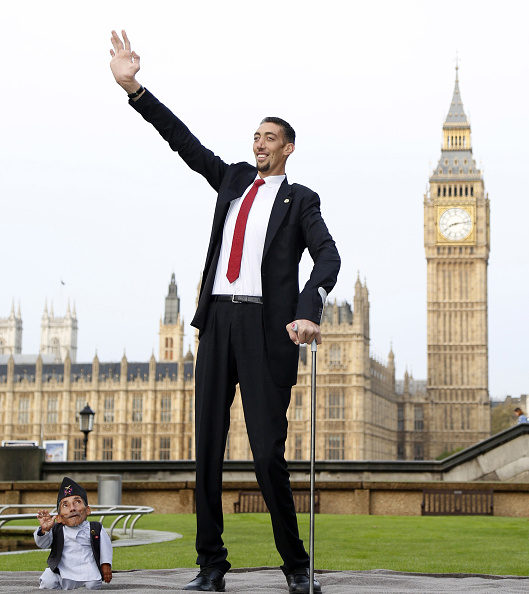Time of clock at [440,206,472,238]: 8:13
